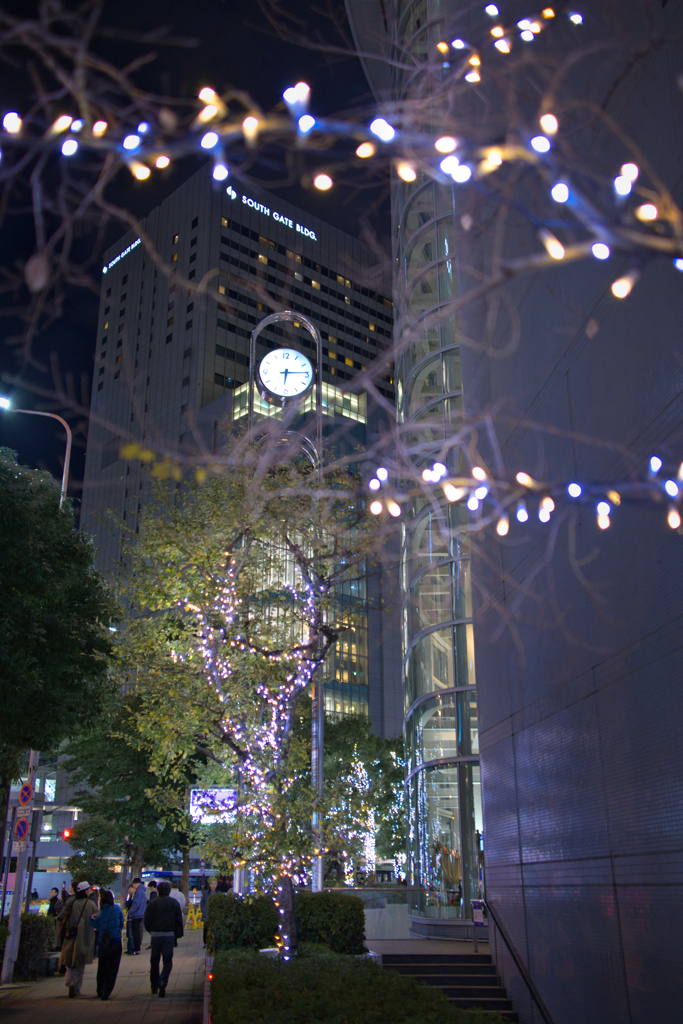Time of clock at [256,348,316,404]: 6:14
